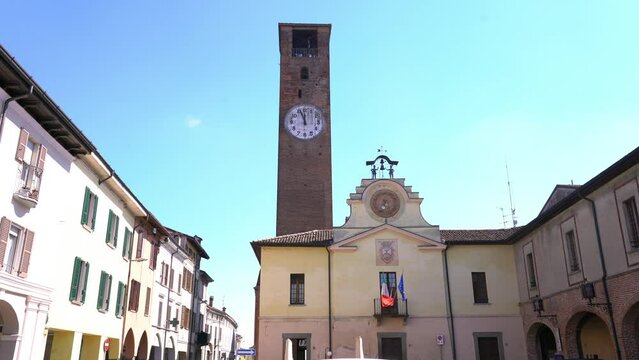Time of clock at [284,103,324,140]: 11:56
